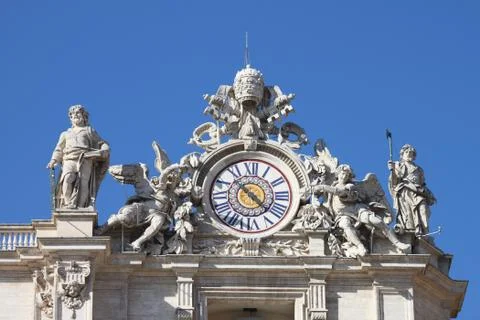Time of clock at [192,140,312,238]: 4:22
